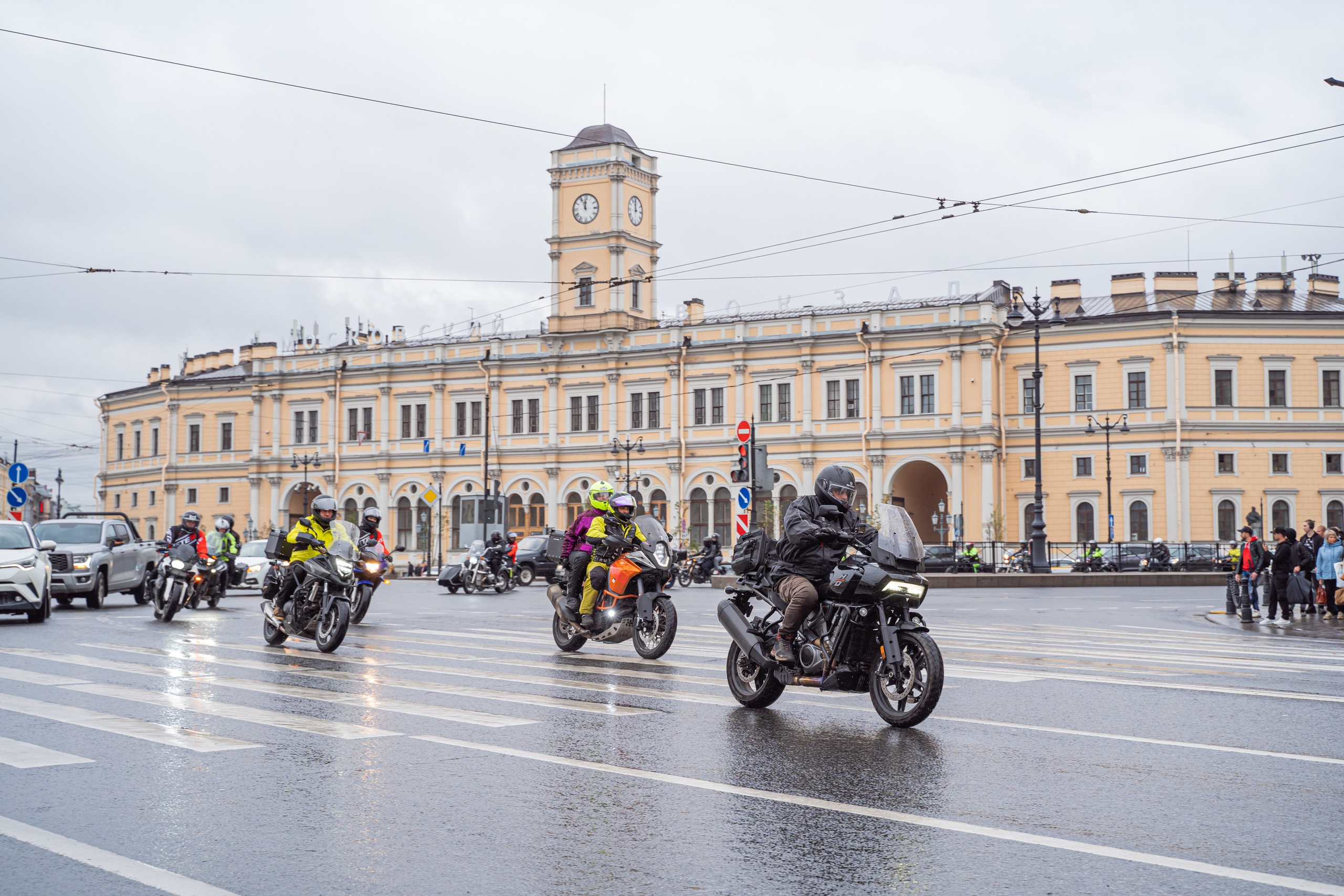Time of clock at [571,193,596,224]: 11:55
